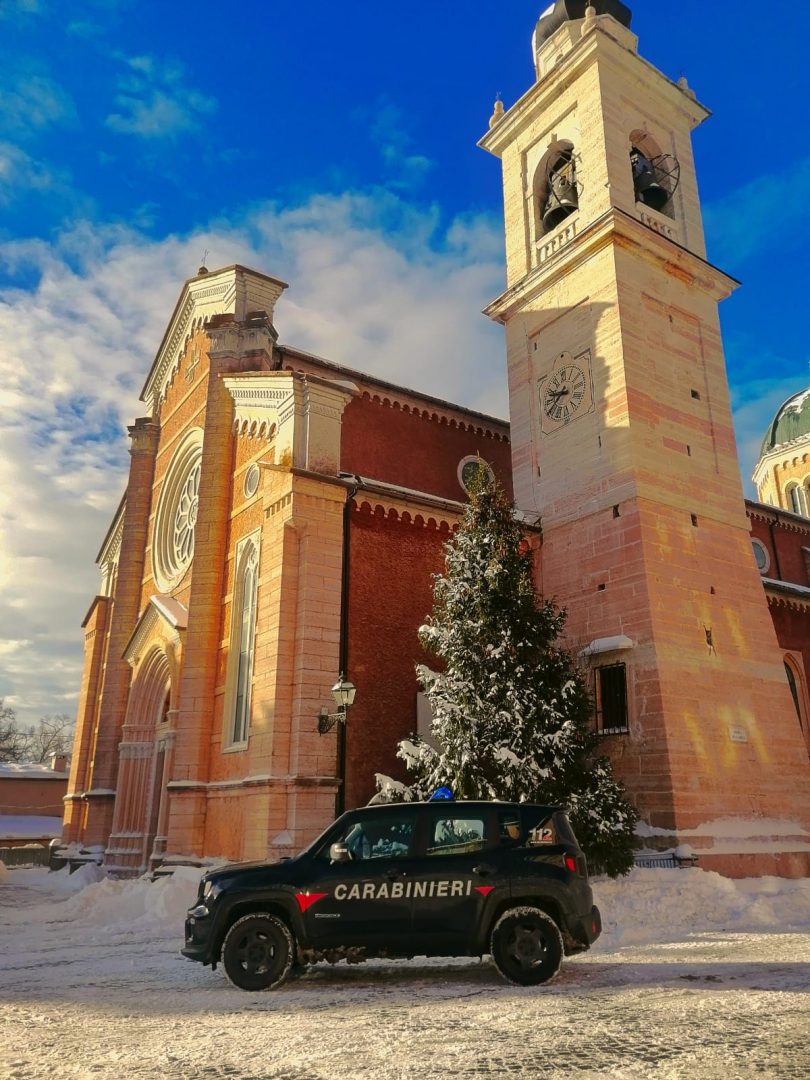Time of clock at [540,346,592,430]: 8:38
